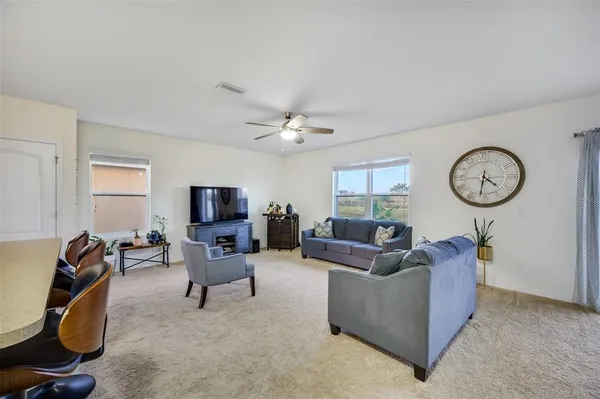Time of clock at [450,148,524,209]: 4:31
